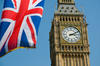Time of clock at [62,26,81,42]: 3:11
